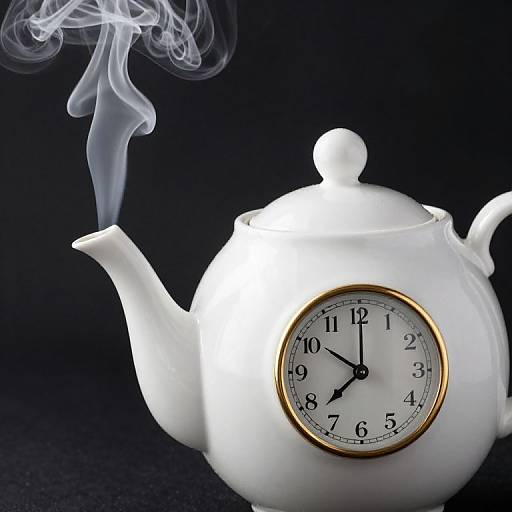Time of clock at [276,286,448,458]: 10:00
